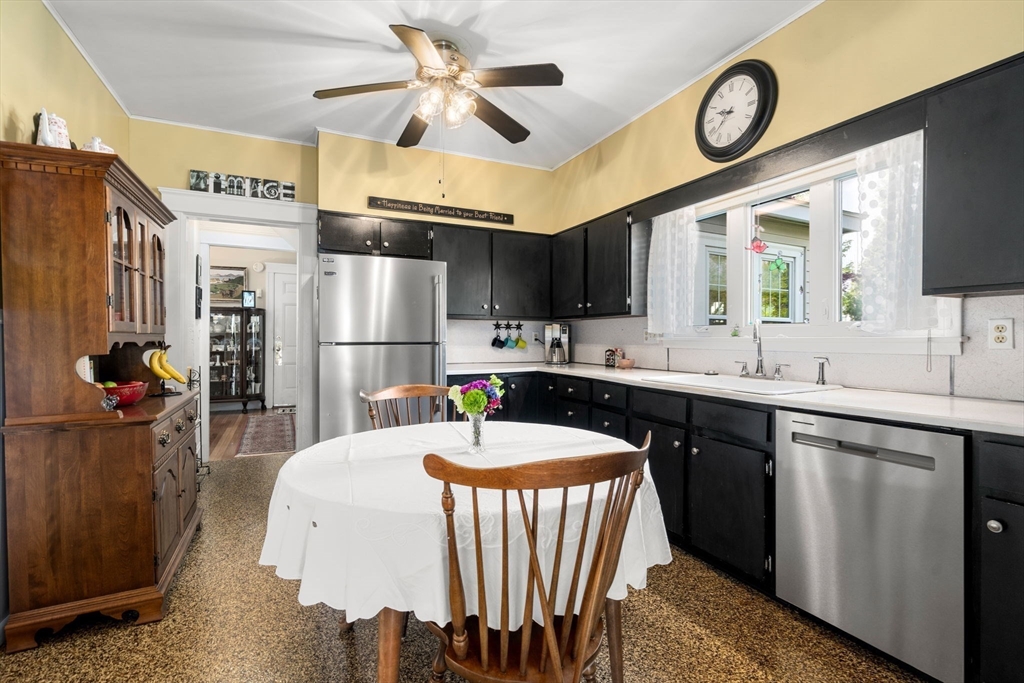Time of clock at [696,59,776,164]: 9:38
